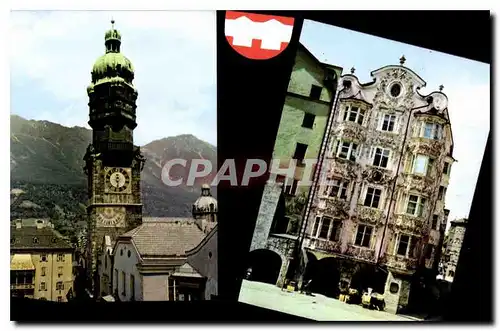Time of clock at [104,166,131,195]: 12:28
